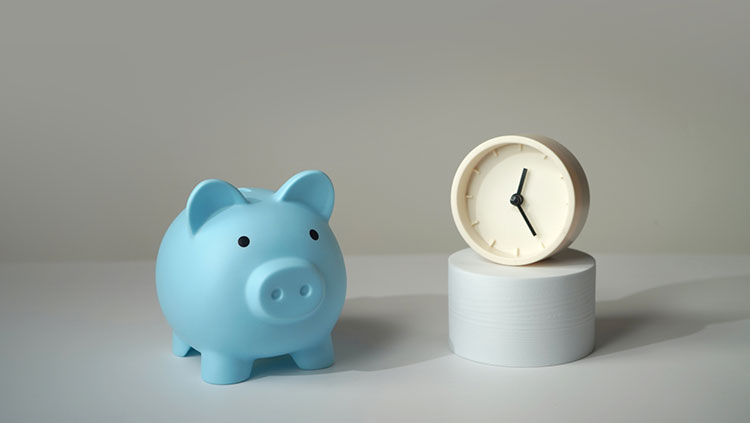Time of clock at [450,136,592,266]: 12:24
